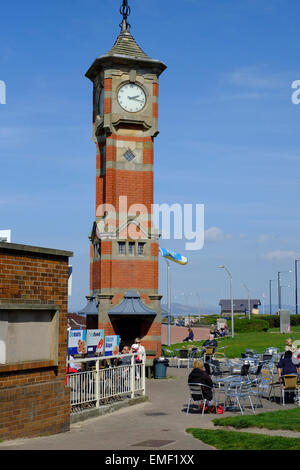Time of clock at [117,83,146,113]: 2:17
